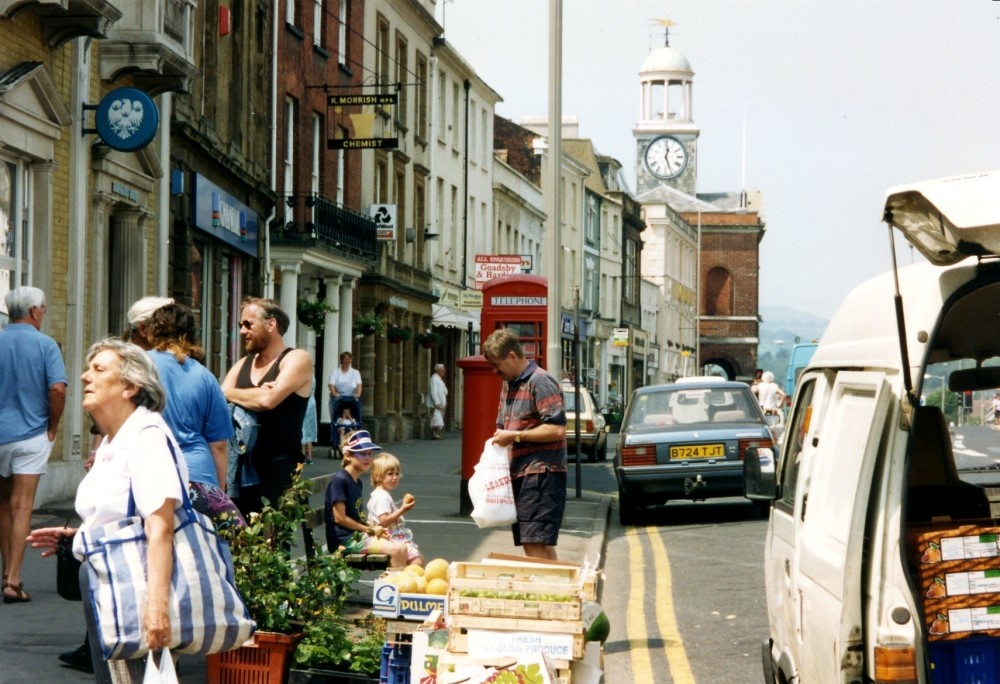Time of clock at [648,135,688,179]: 12:26
